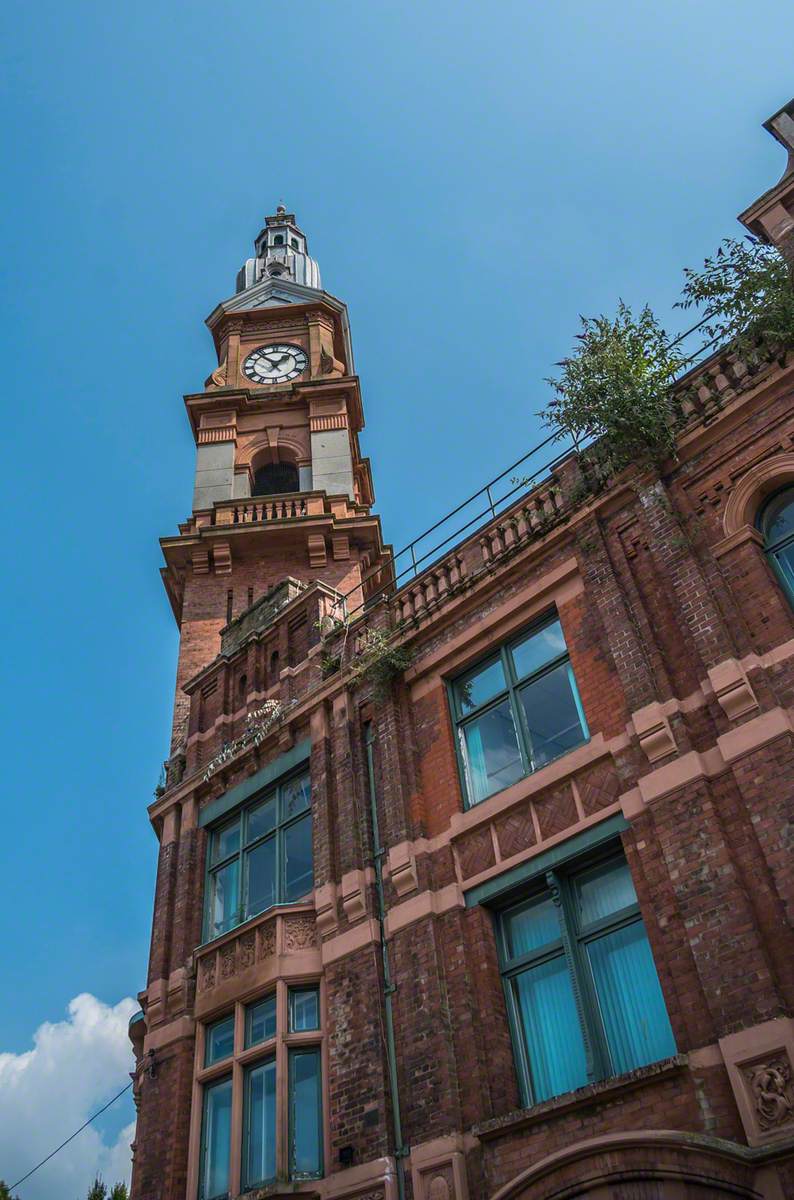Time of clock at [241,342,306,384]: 1:53
